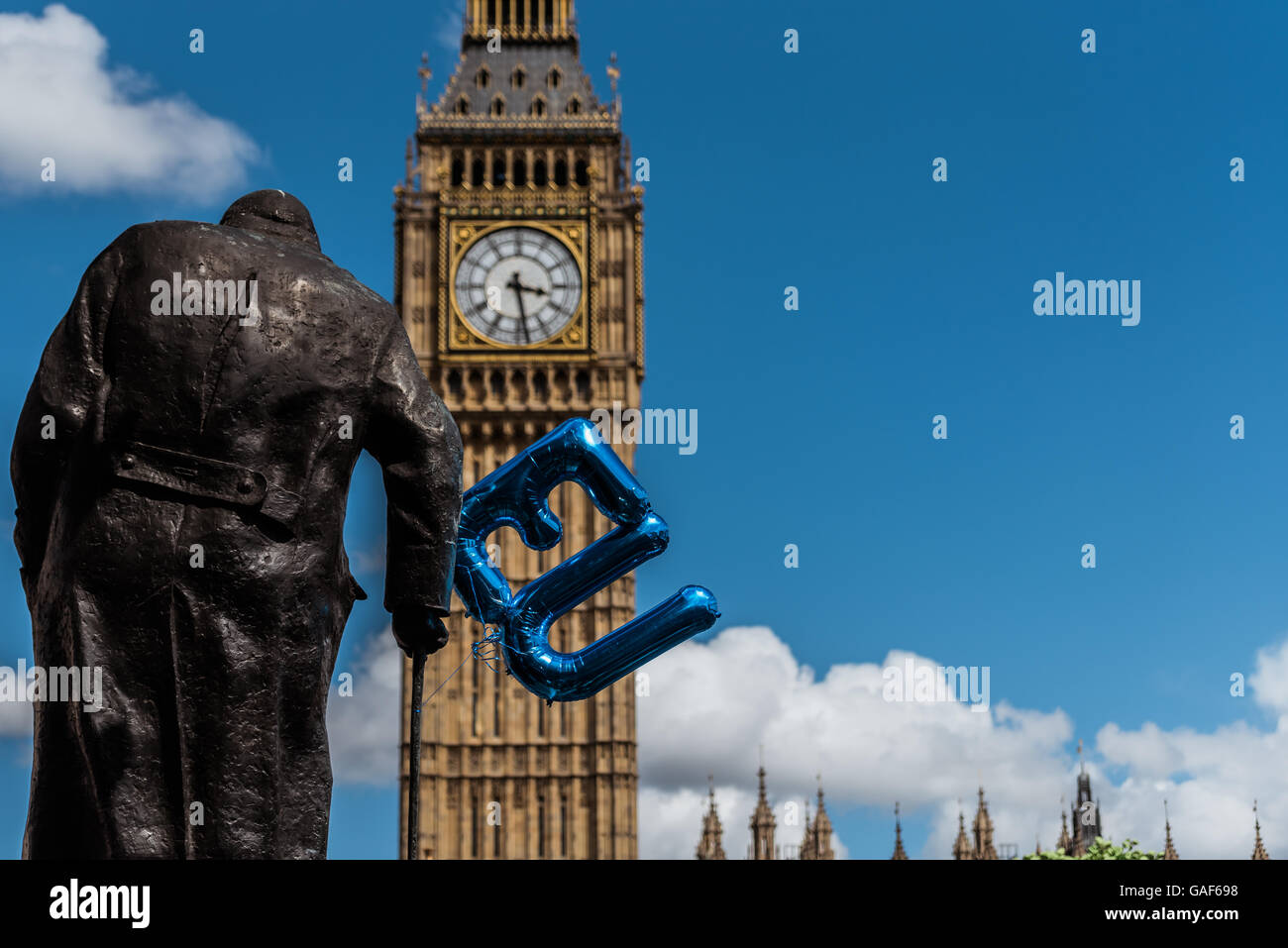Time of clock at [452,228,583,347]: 3:28
